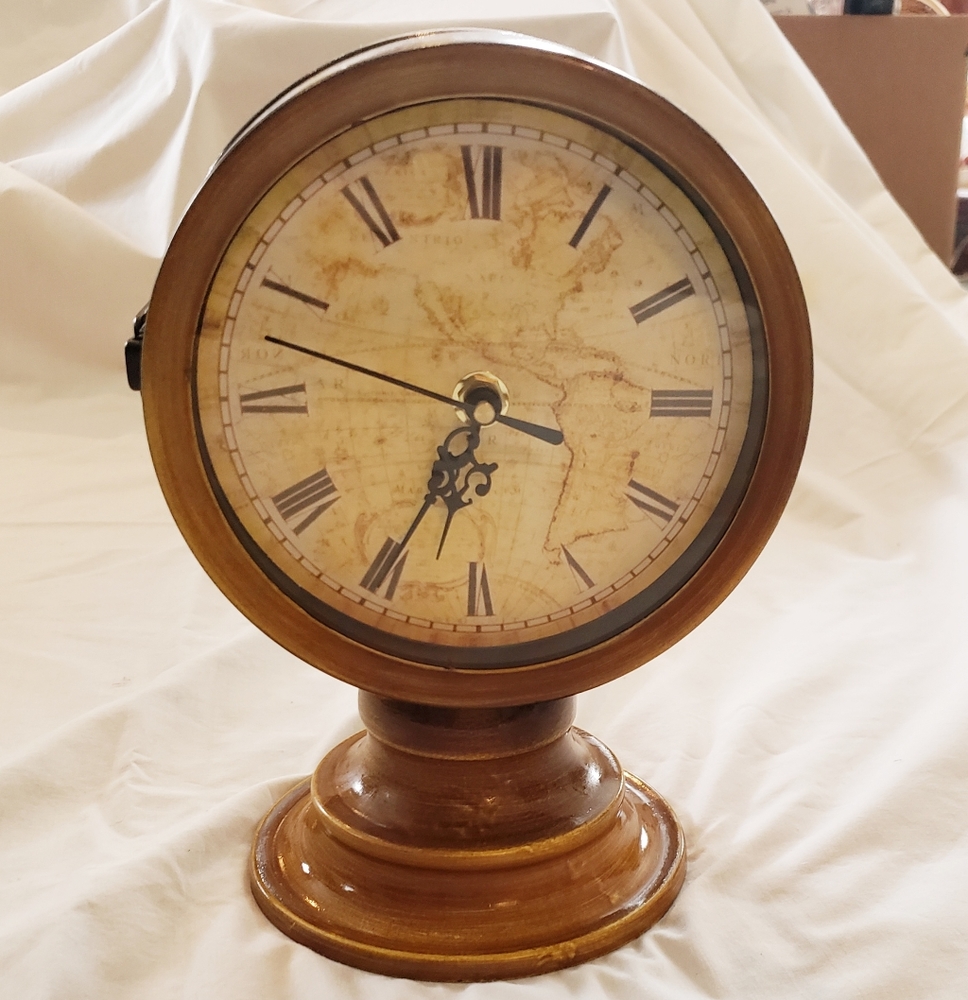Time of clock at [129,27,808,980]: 6:34
